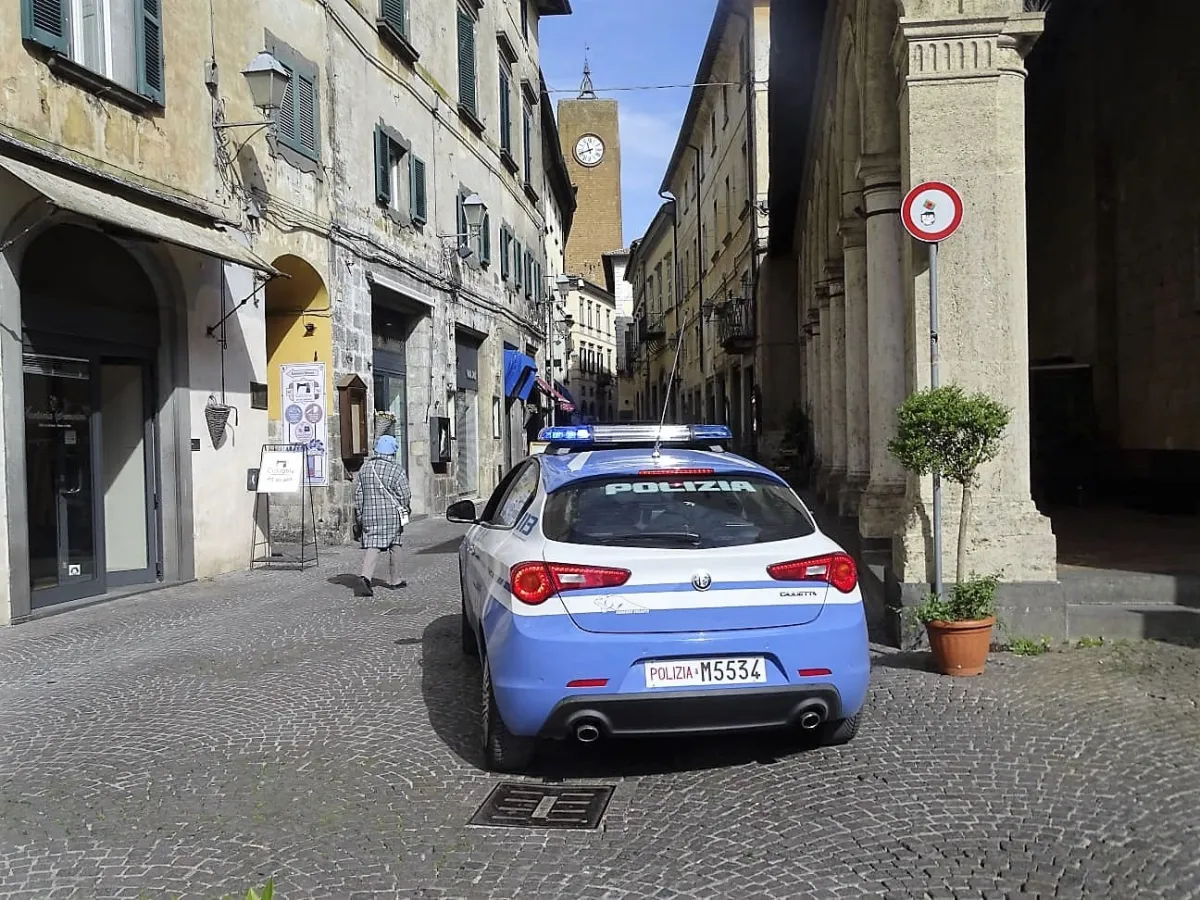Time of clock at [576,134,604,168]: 11:41
